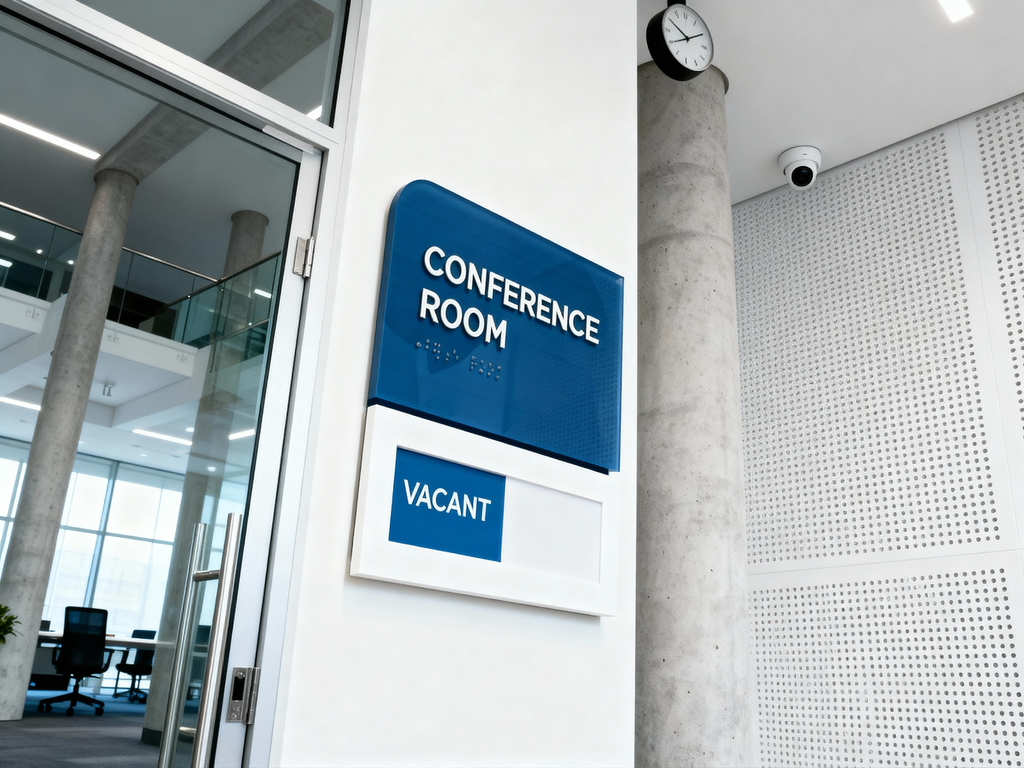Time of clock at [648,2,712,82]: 7:49
